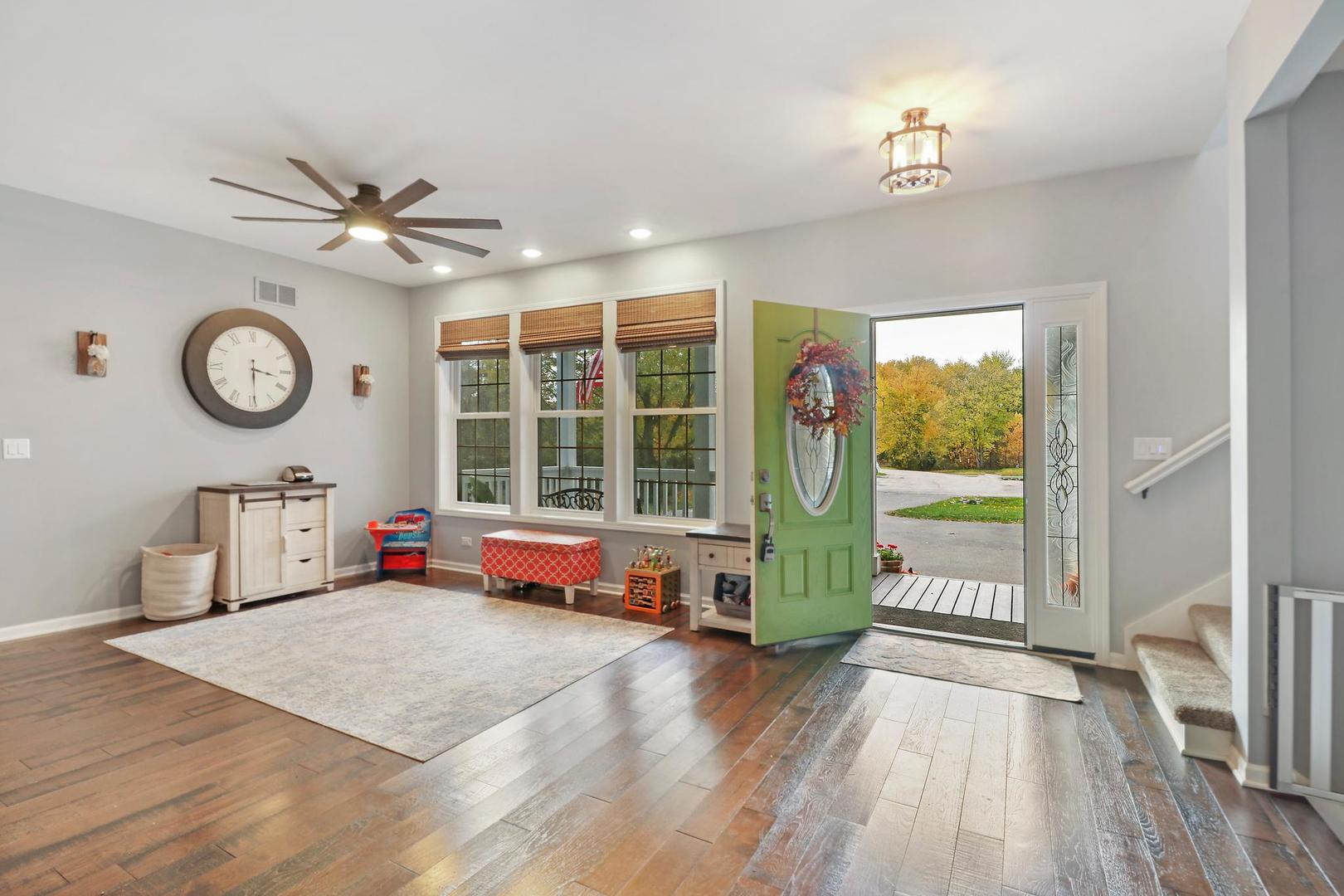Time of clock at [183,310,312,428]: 3:29
